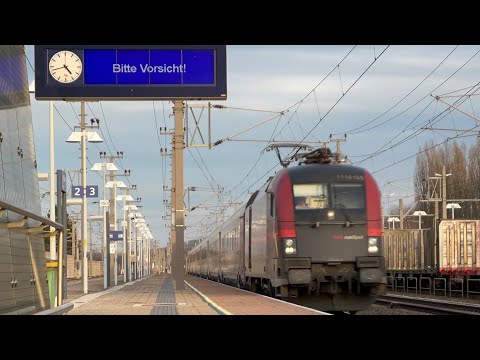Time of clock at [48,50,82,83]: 4:42
